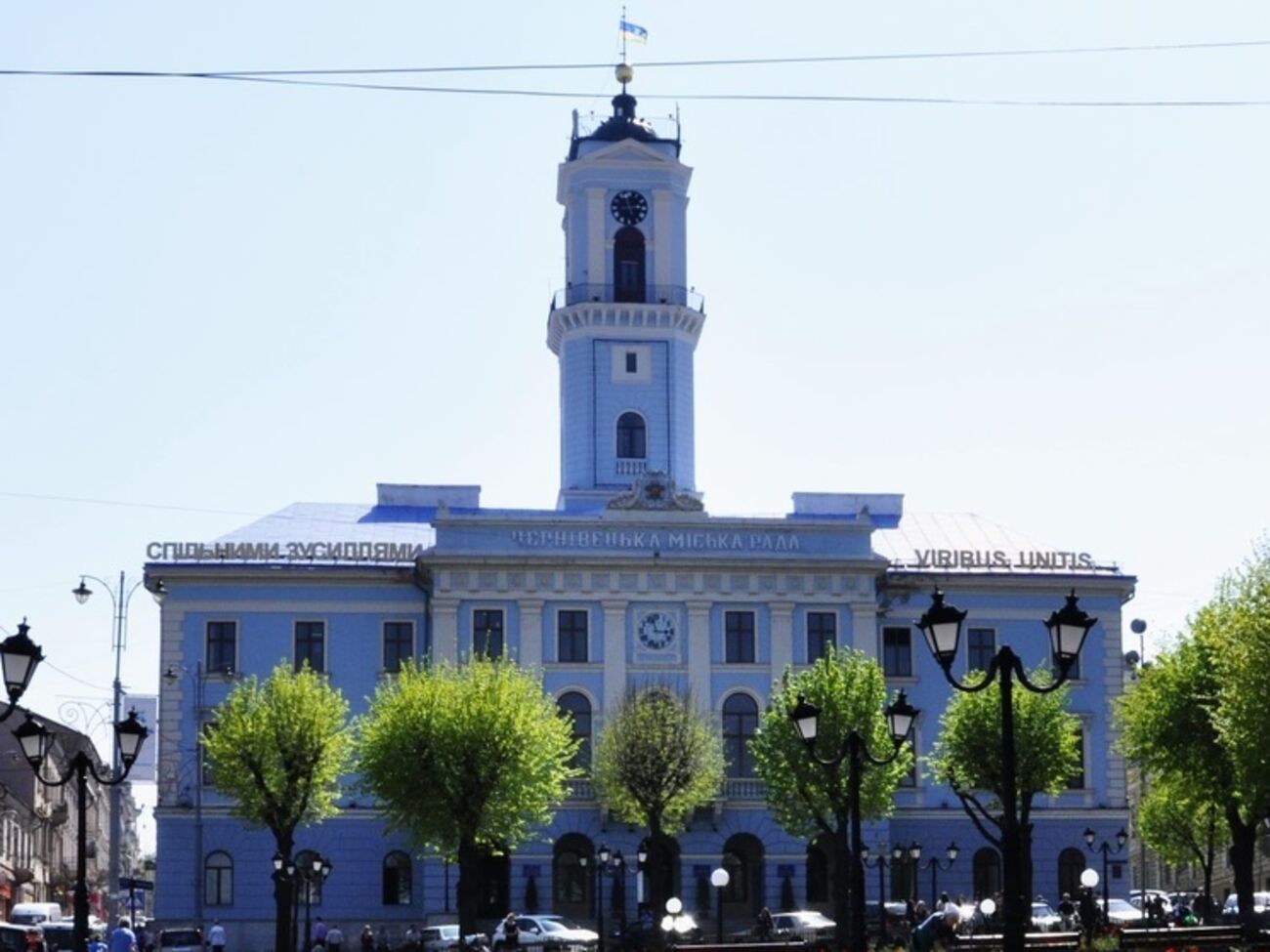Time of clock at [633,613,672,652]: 2:57
